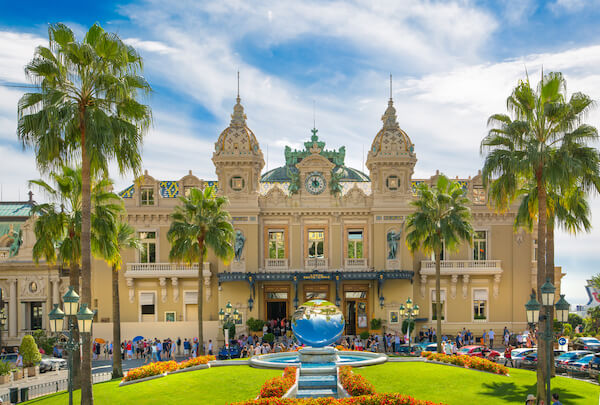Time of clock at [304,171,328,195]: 11:52
